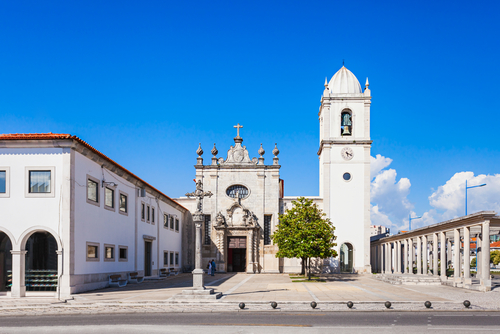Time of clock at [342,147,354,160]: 5:18
